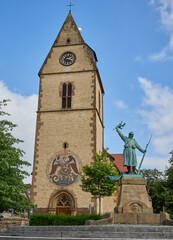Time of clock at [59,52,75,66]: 1:18
